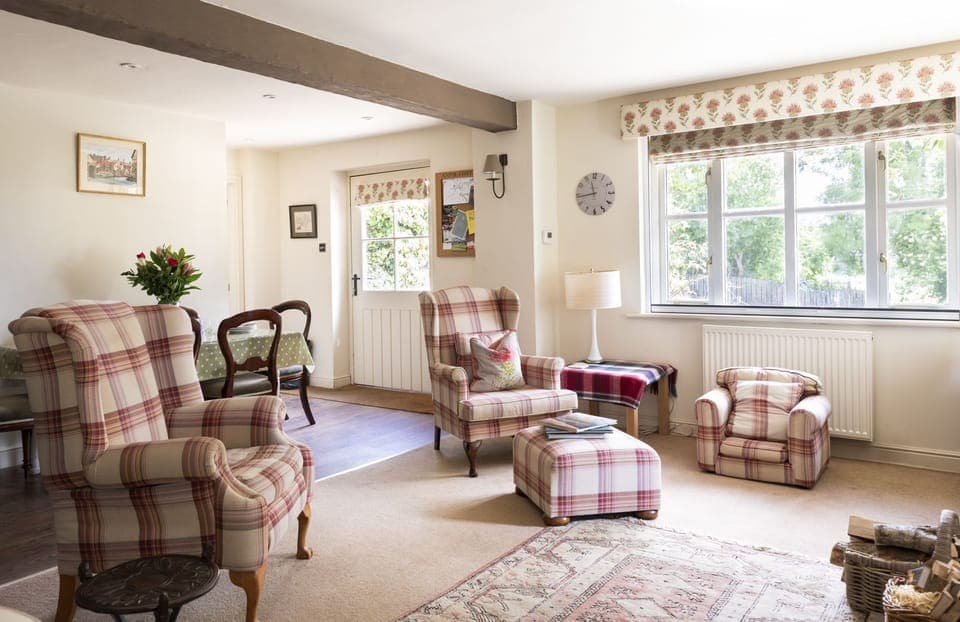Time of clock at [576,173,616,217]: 11:43
